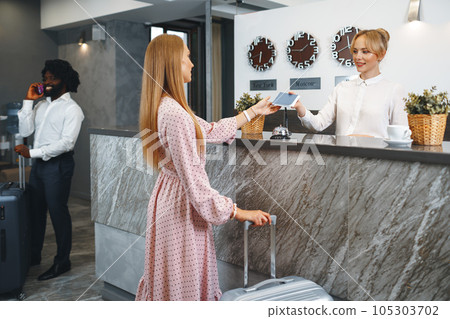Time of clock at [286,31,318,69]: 1:45
